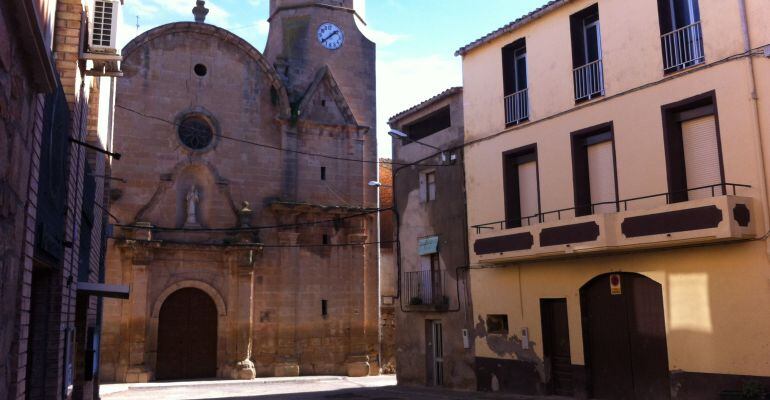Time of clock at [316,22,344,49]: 1:38
